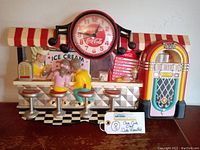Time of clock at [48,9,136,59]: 12:46
